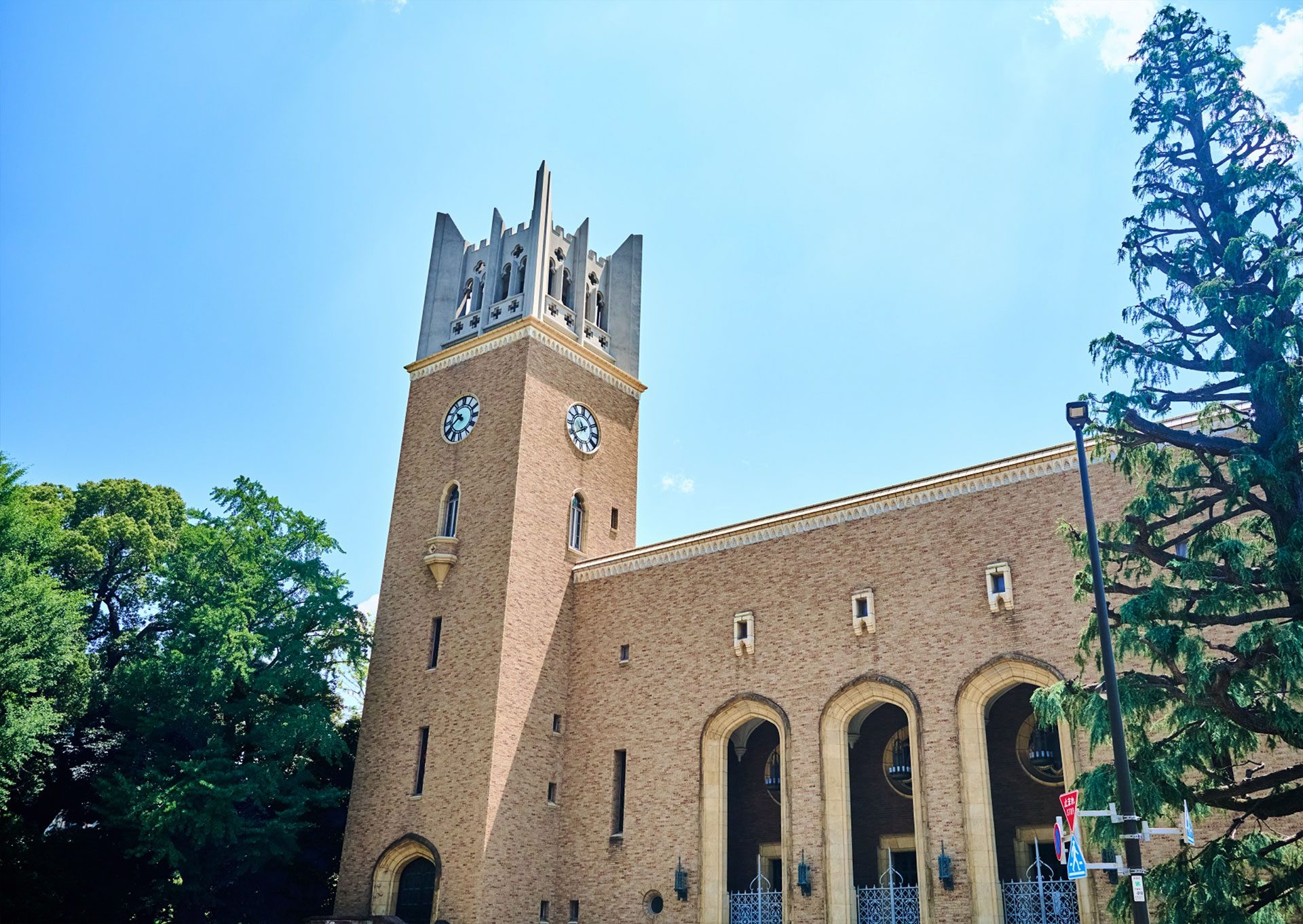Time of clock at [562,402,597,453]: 10:39
